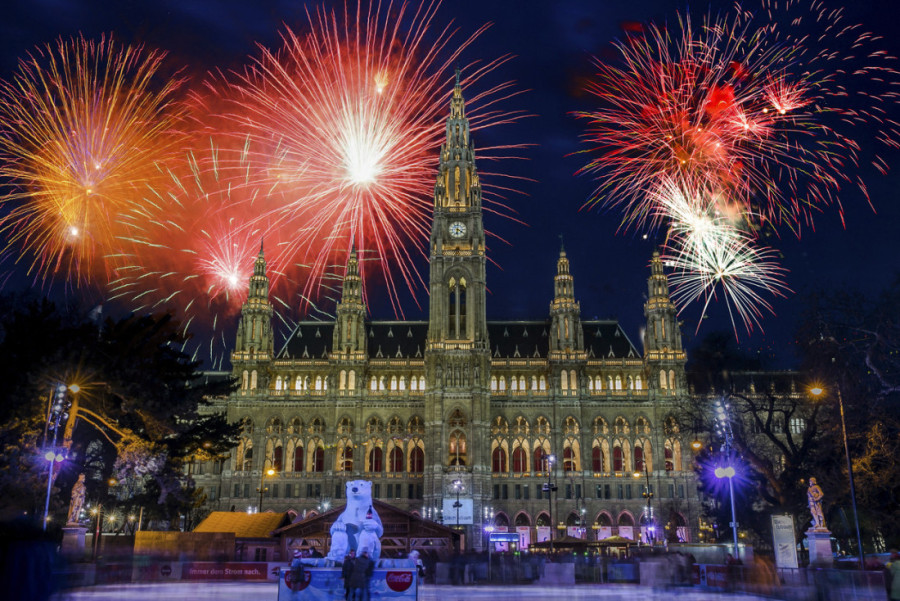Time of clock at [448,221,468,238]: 6:20
